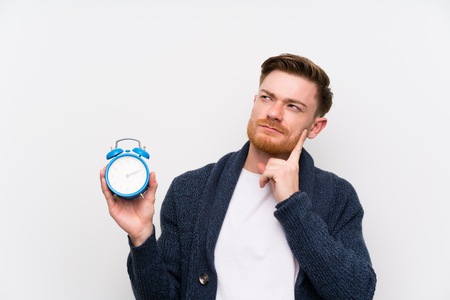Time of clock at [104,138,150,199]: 2:11
